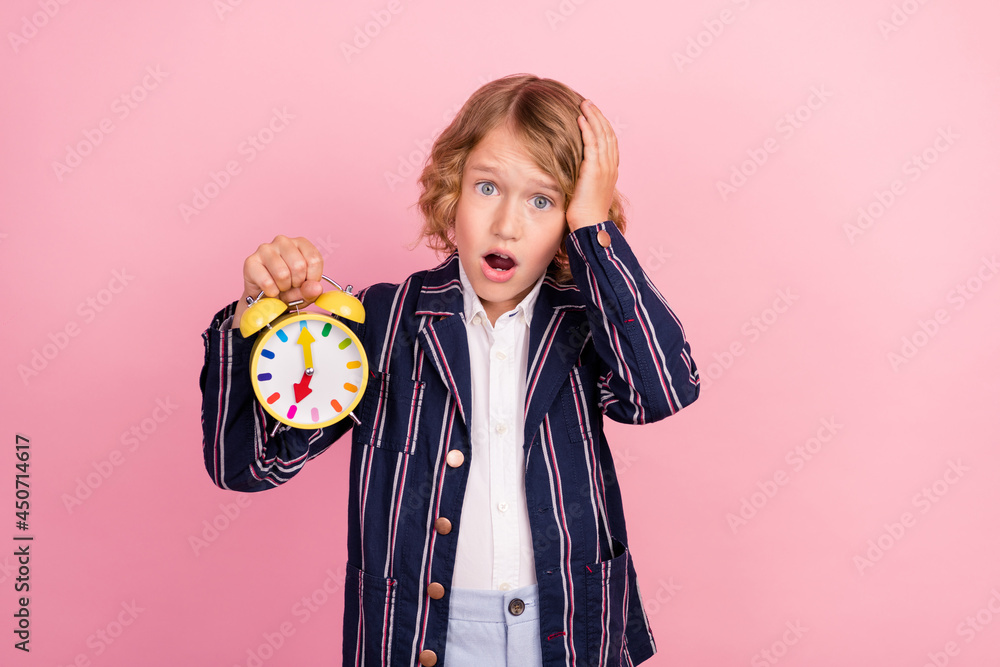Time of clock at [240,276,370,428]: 7:00
